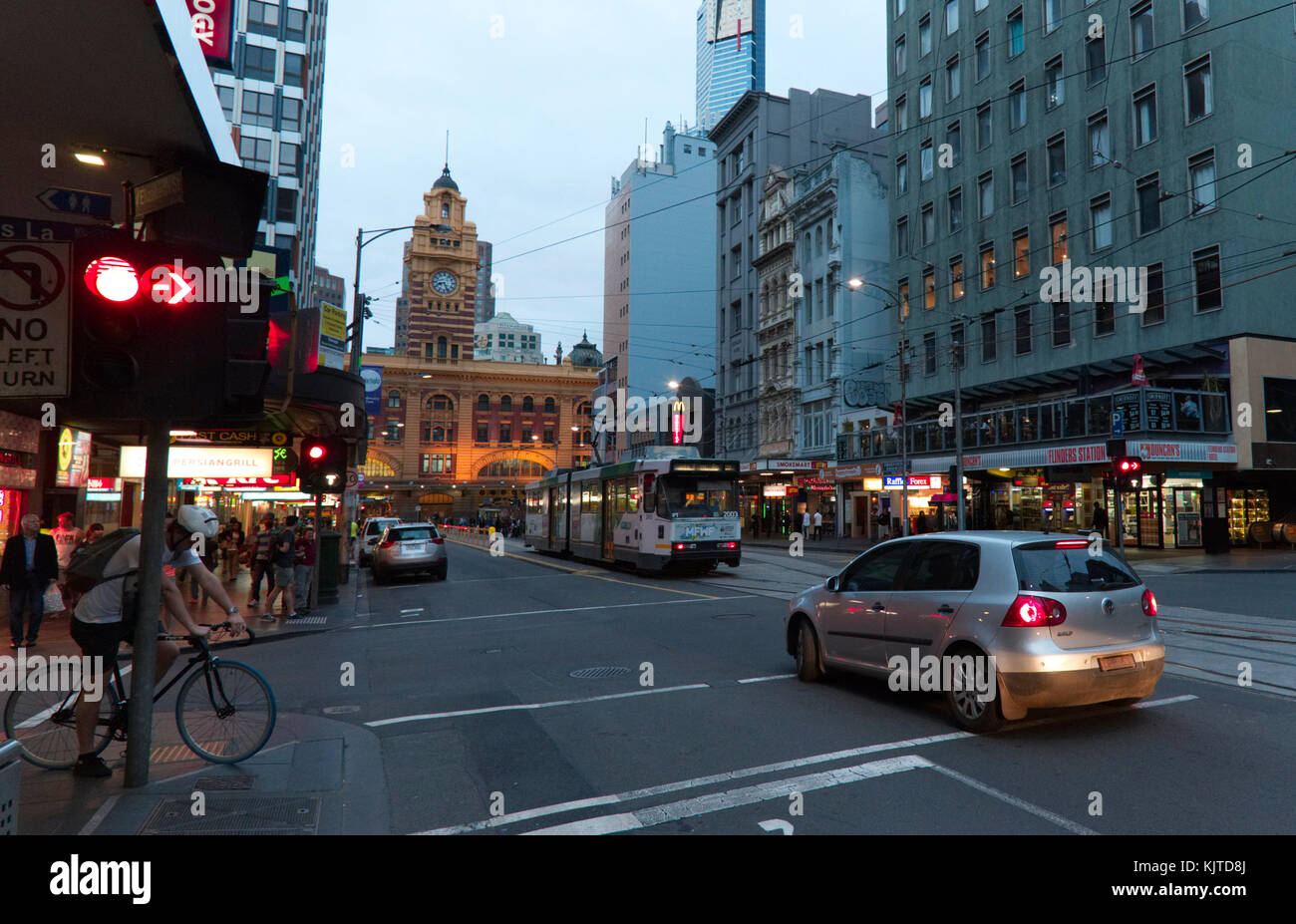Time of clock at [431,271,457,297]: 8:26
